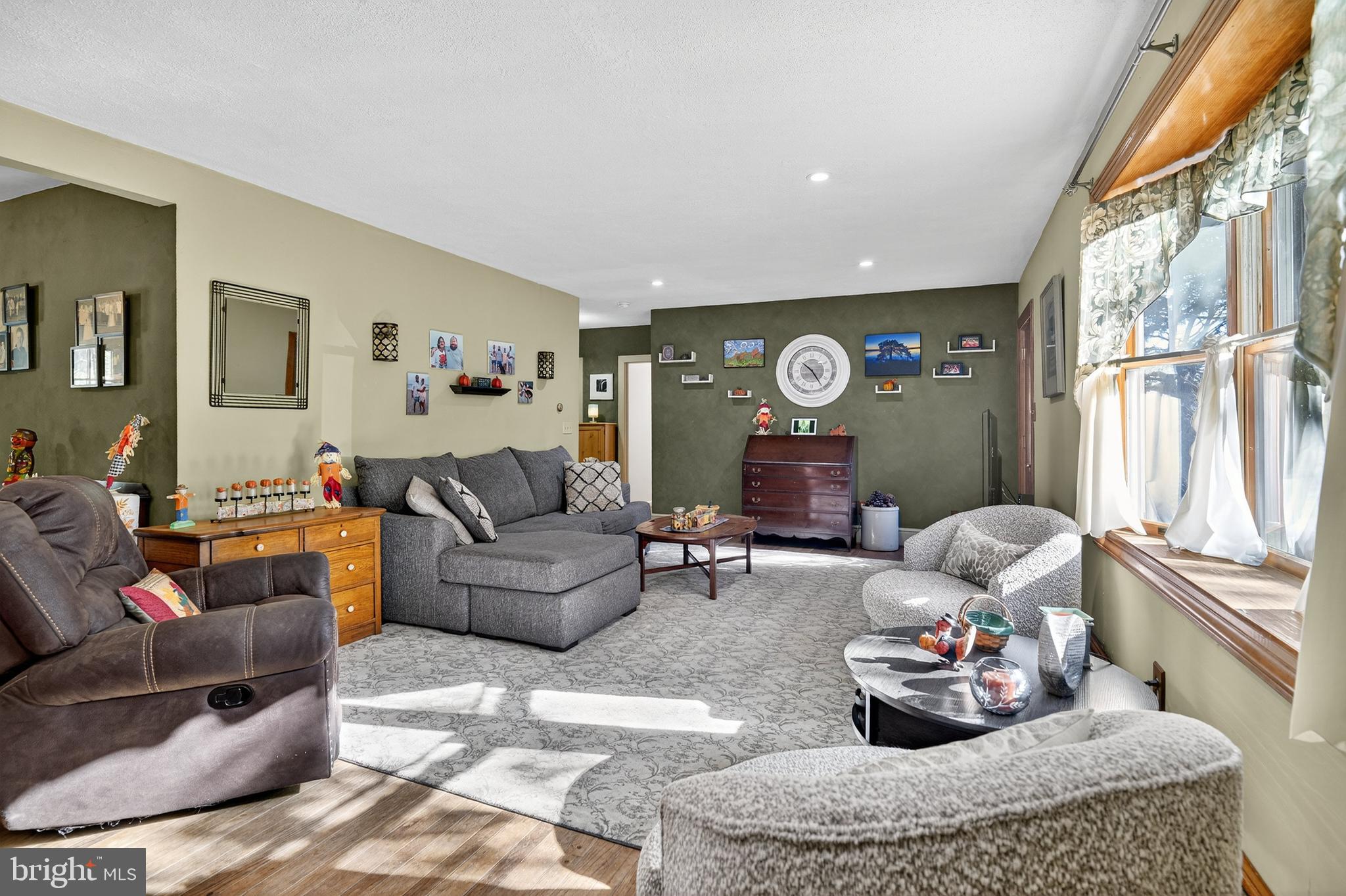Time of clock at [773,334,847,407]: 10:24
